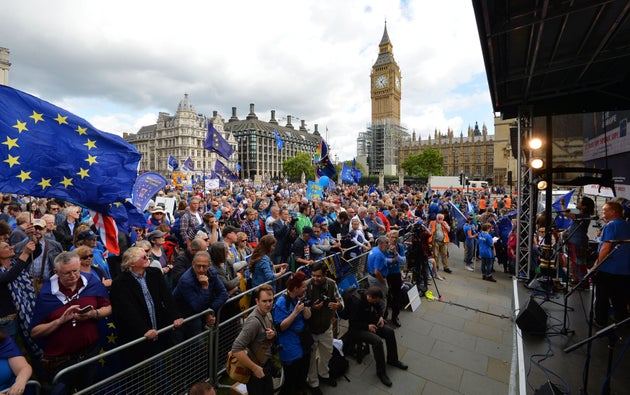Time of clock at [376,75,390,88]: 1:24
